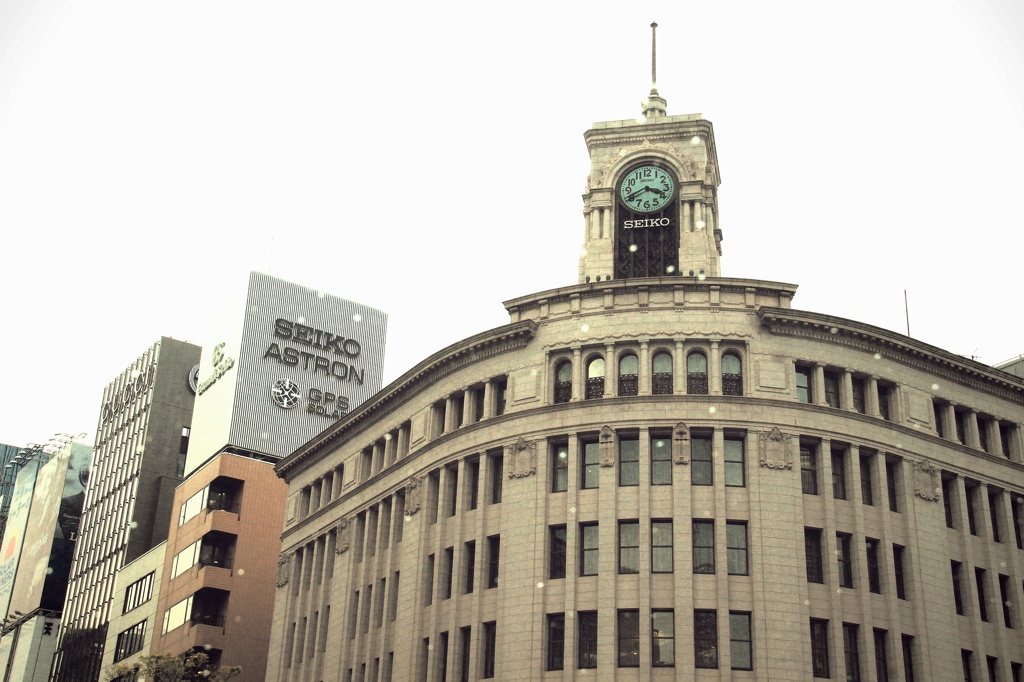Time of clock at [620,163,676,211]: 3:40
